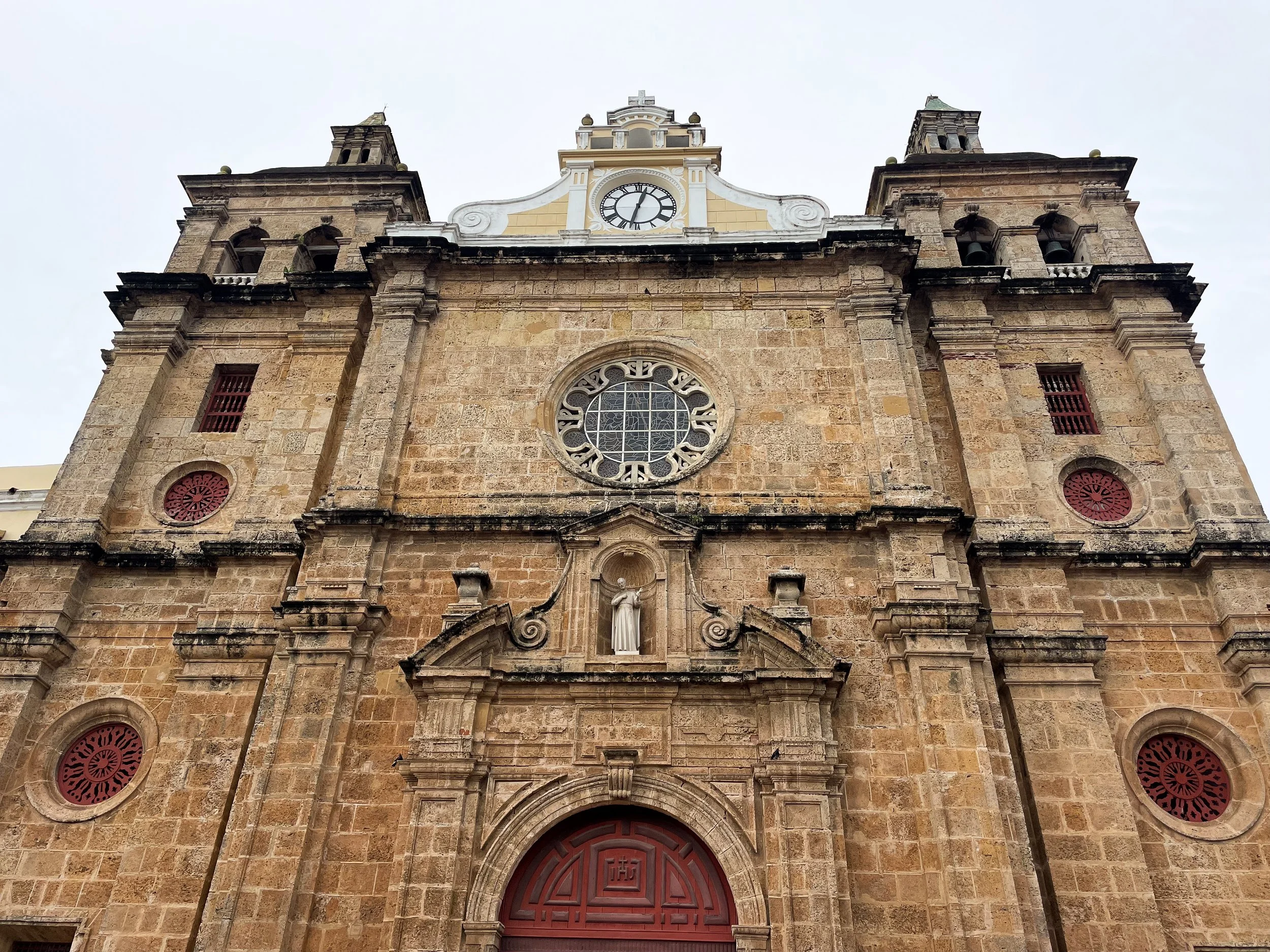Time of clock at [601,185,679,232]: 12:32
